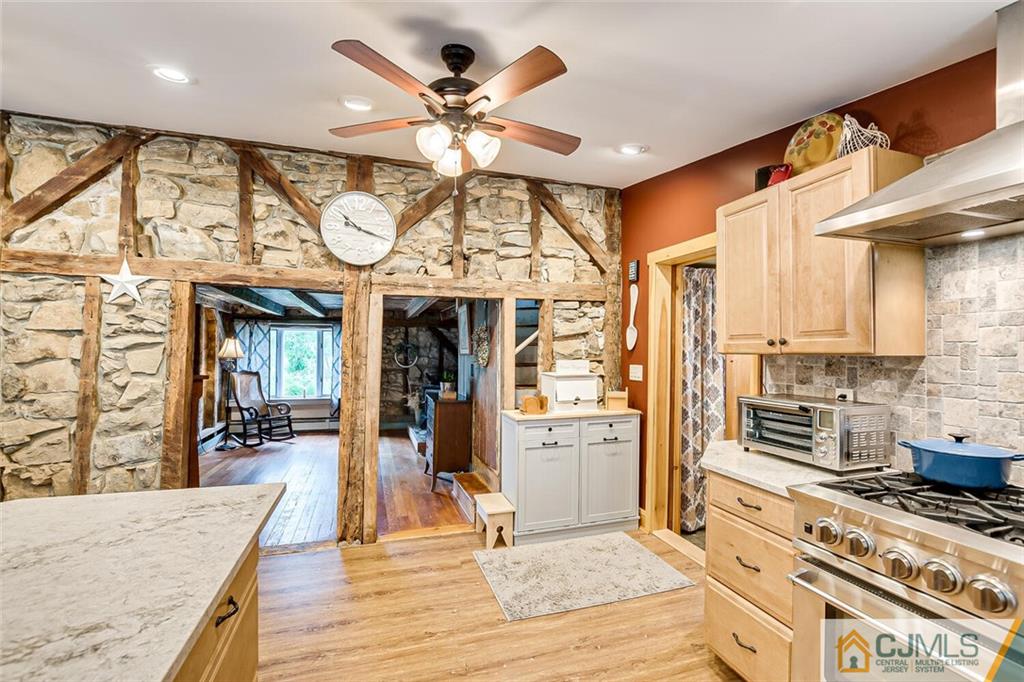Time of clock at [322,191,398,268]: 10:17
